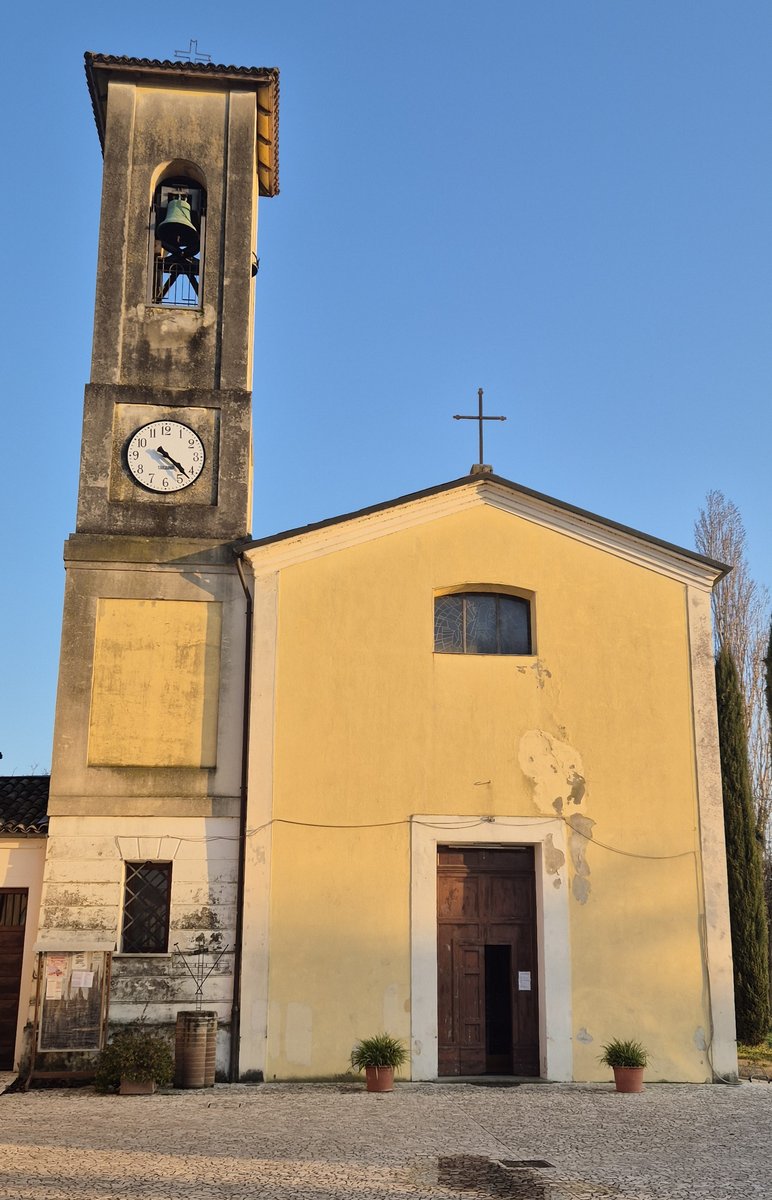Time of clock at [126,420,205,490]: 4:22
